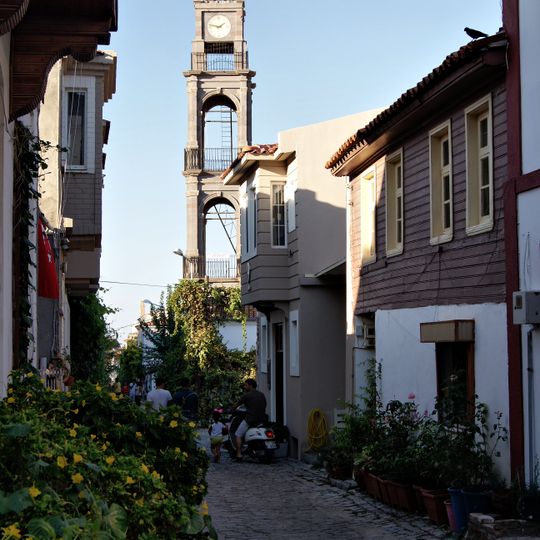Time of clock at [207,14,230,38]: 1:47
